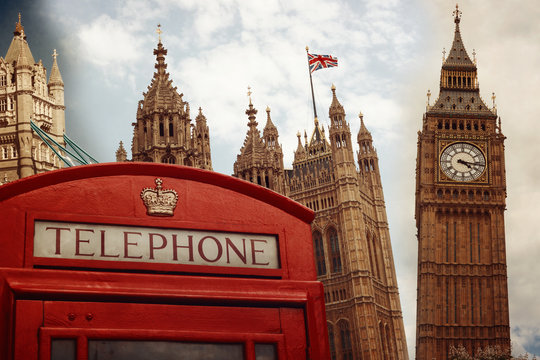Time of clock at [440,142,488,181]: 4:16
